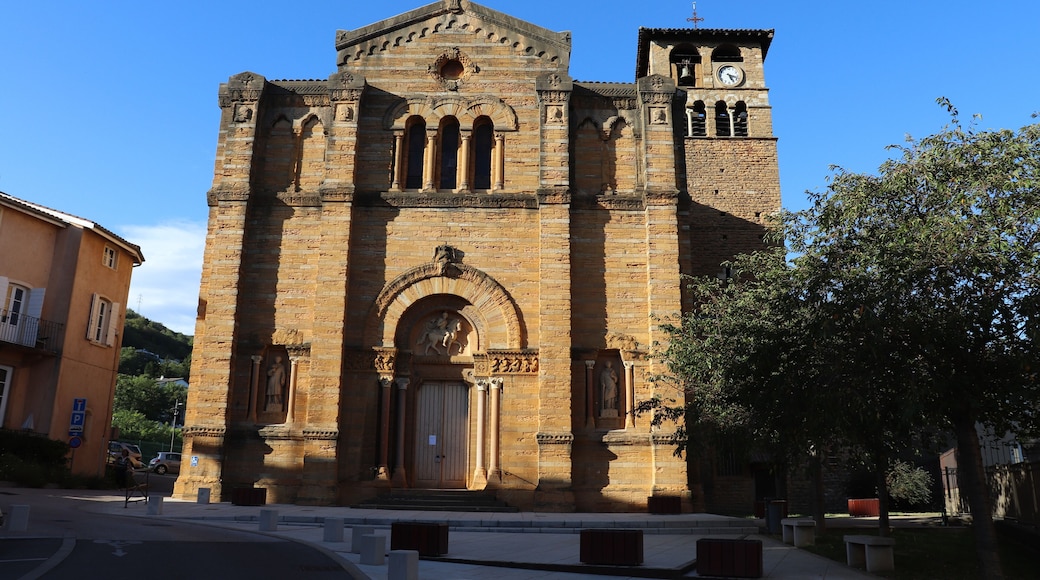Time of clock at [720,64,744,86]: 5:18
